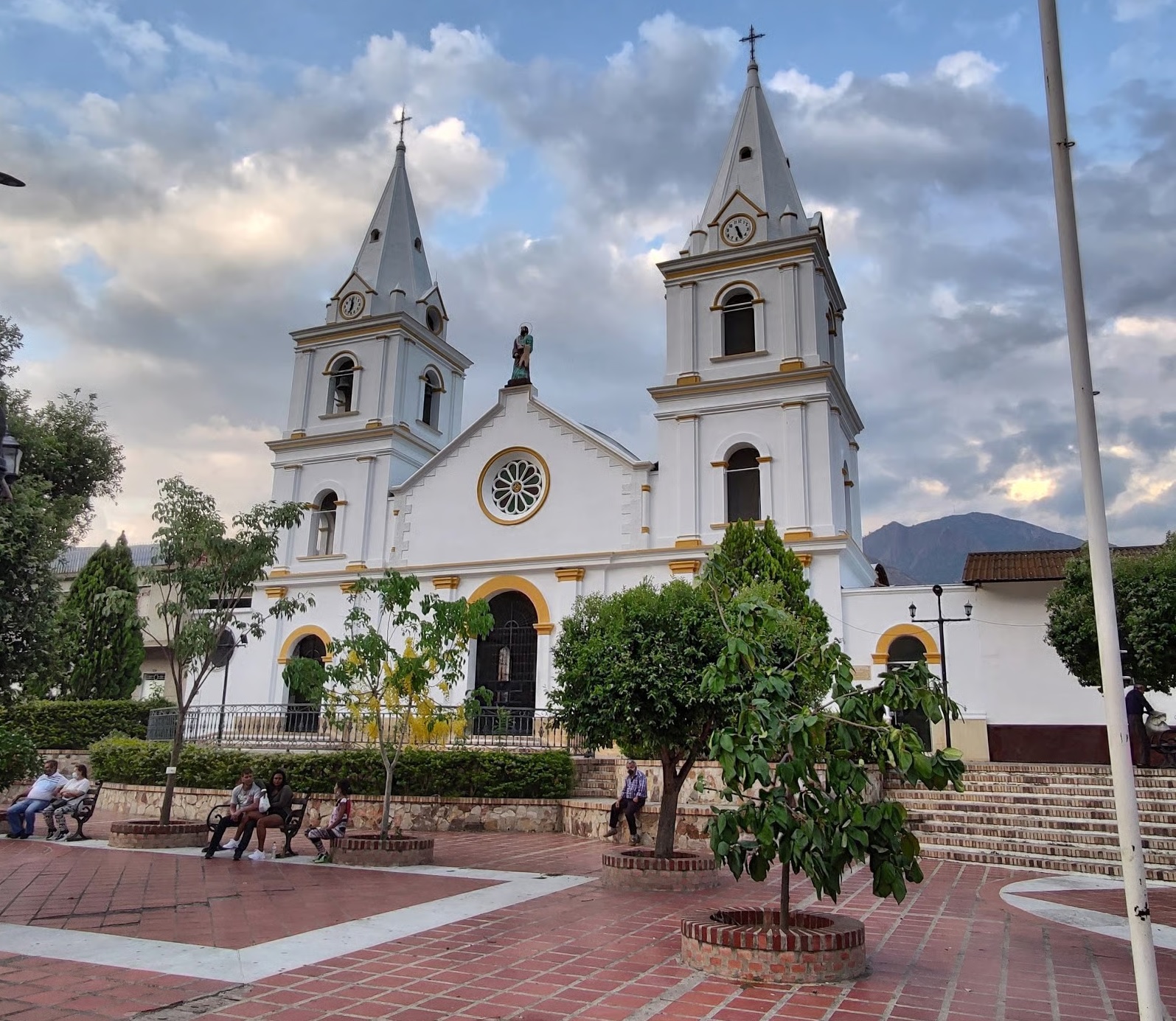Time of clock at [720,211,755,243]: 5:24
